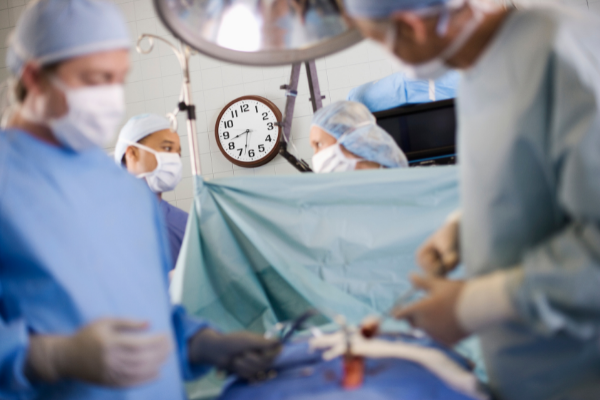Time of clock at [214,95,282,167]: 8:32
